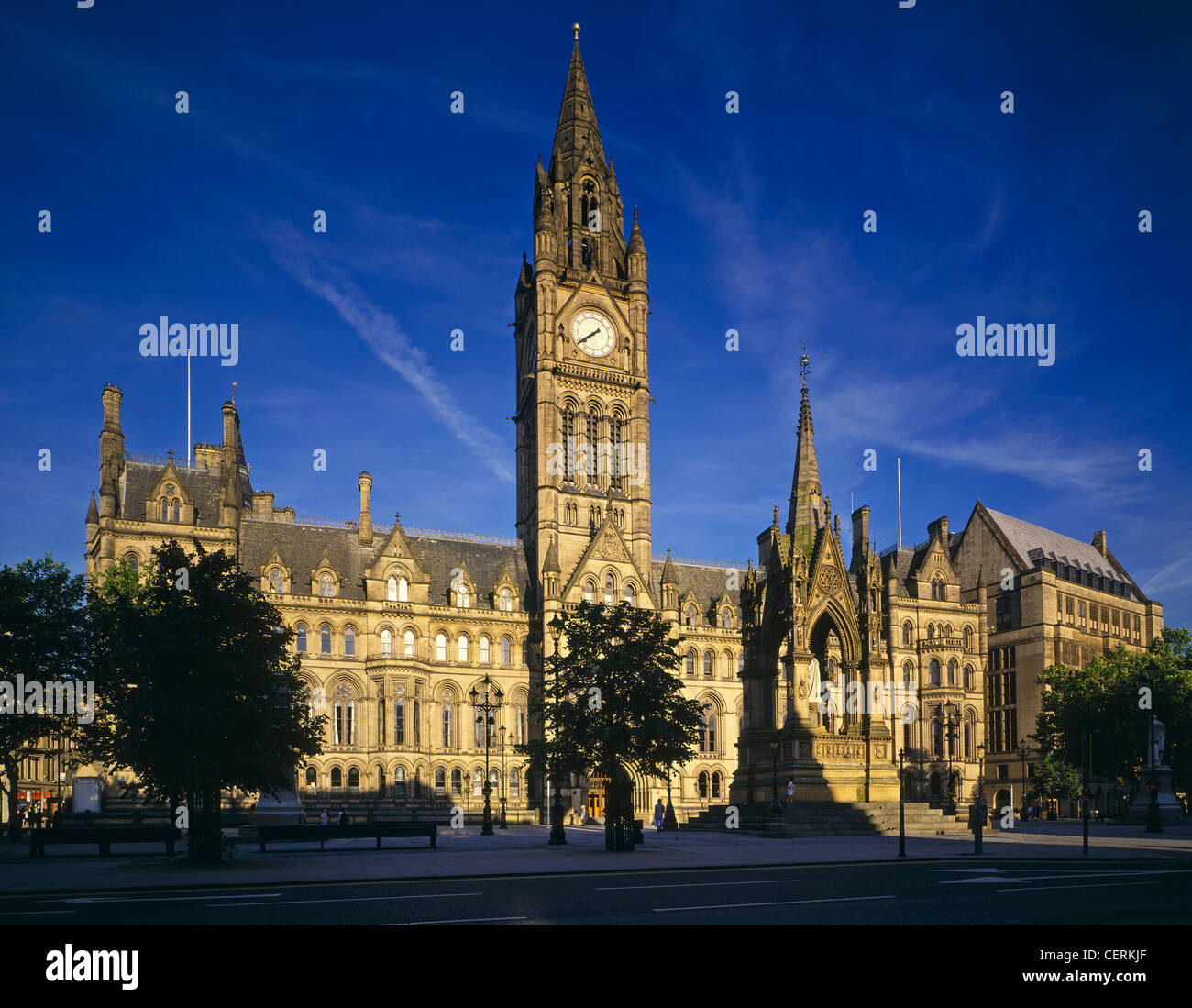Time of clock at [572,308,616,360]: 7:39
